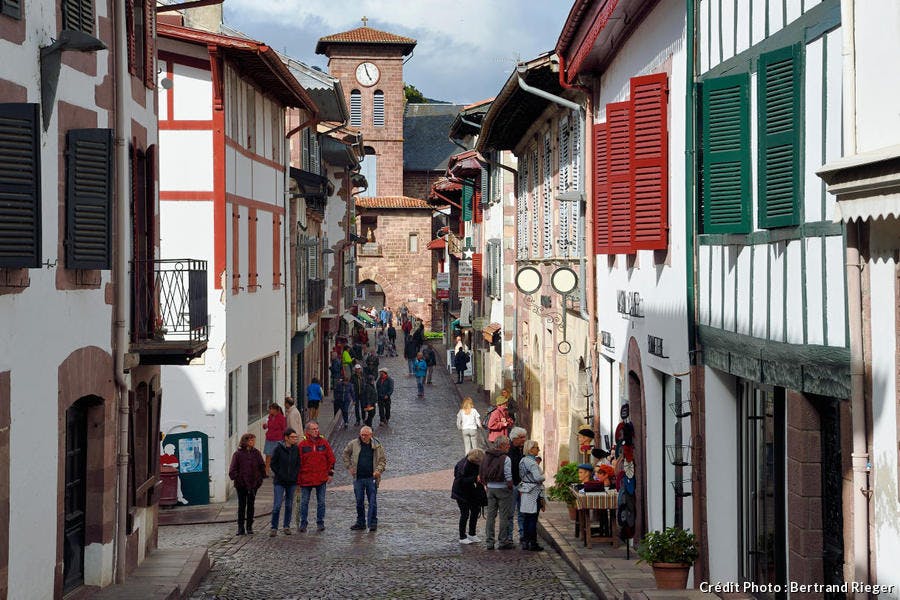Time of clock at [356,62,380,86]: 4:57
